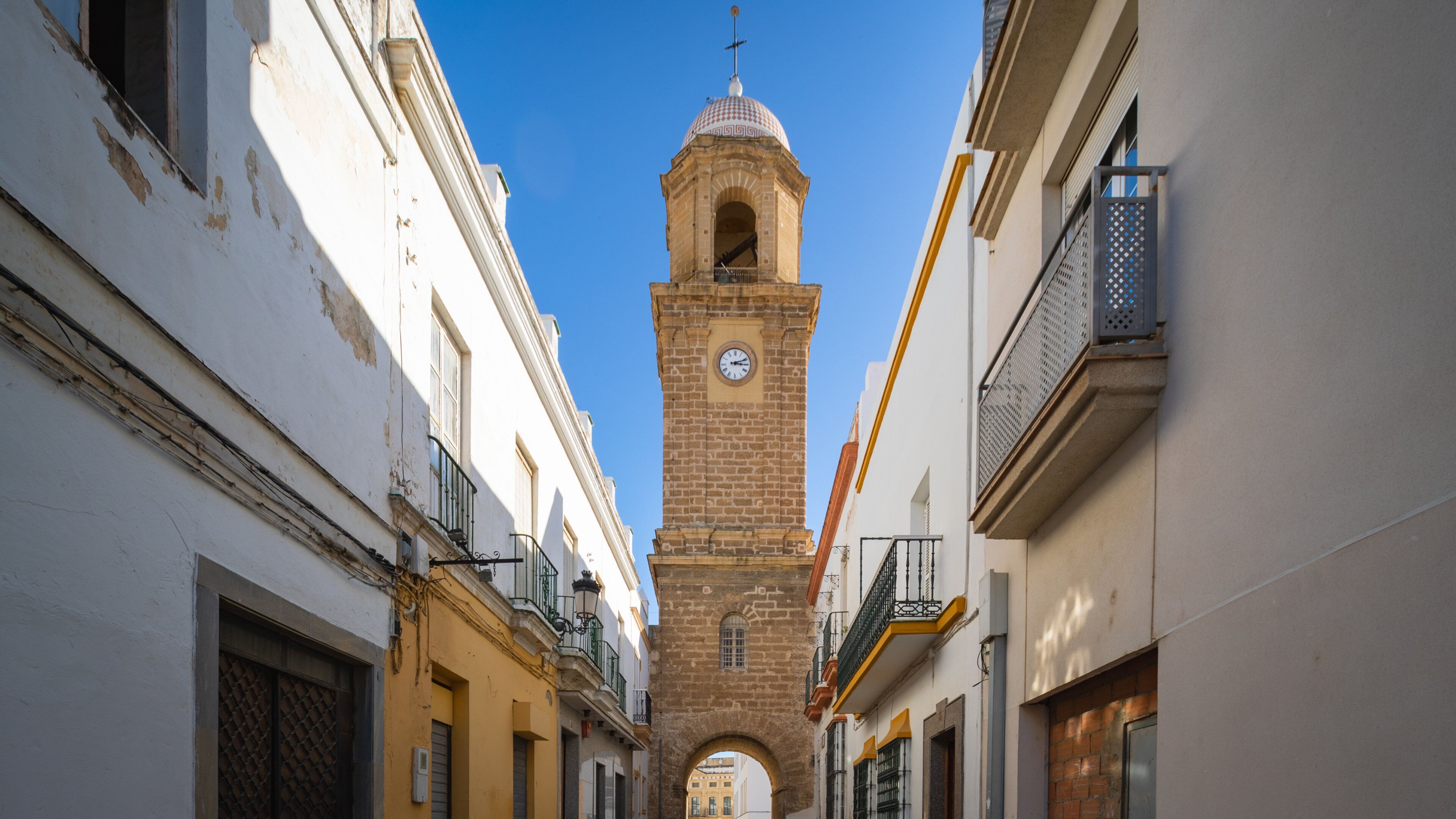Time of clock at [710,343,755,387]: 3:11
